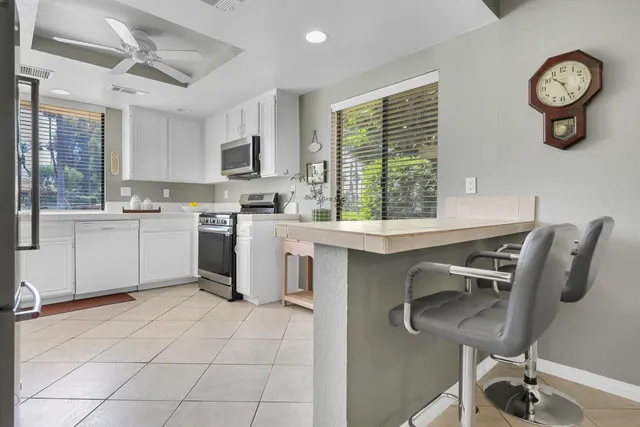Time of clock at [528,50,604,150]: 10:26
